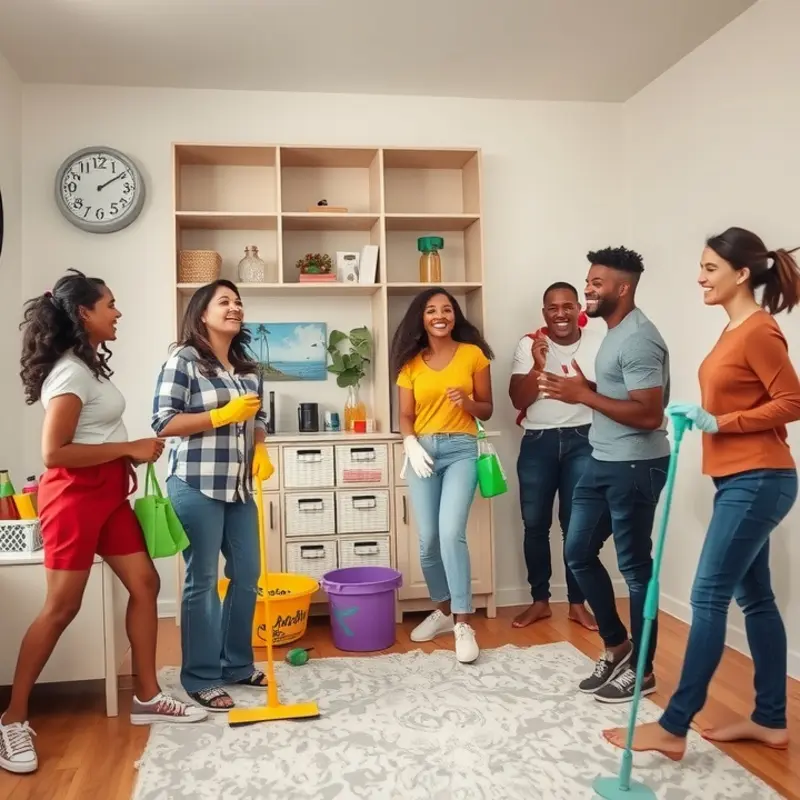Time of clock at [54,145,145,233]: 2:09
